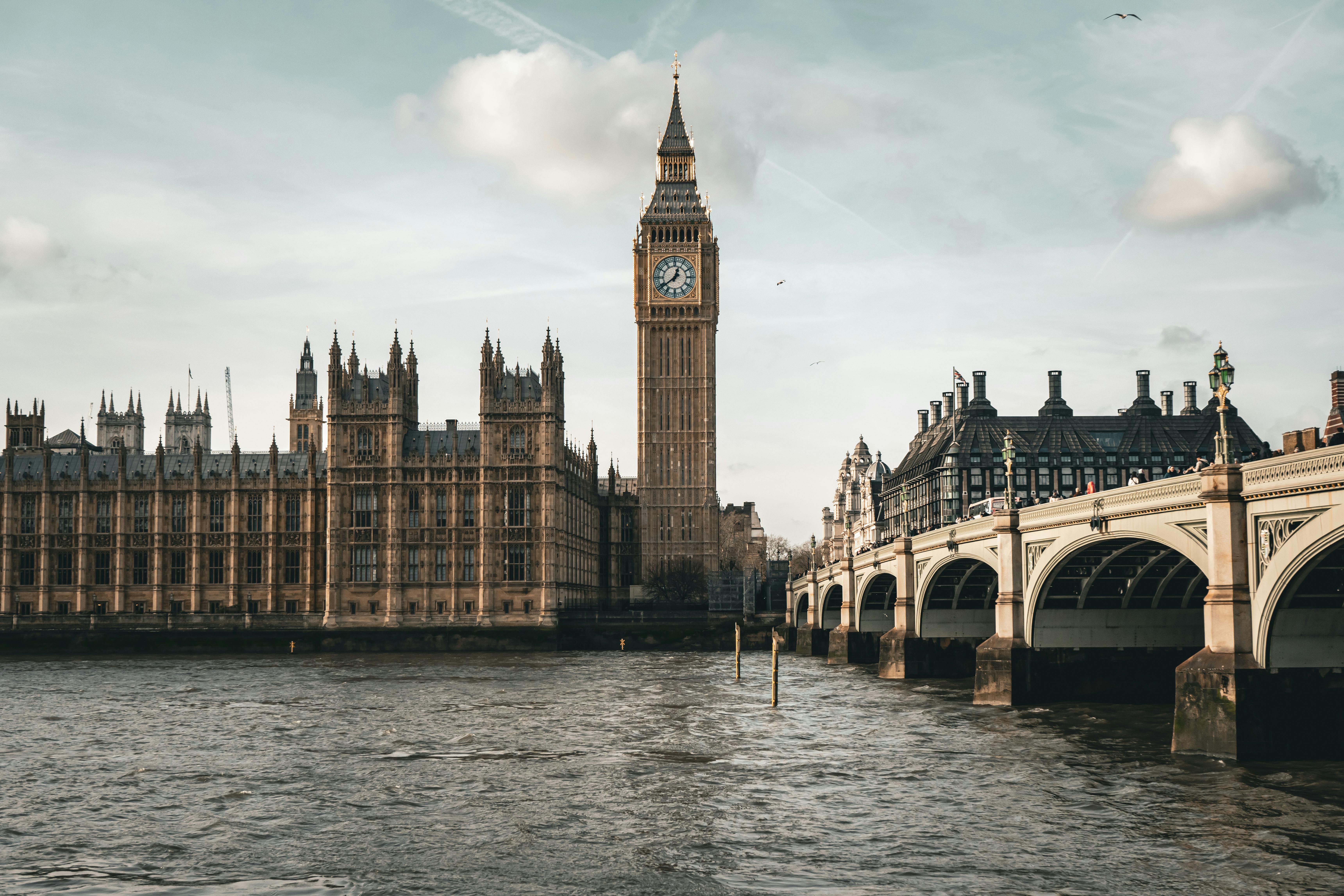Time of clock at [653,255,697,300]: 12:38
